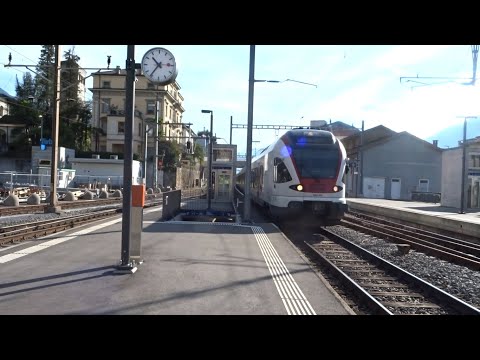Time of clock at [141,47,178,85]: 10:36
